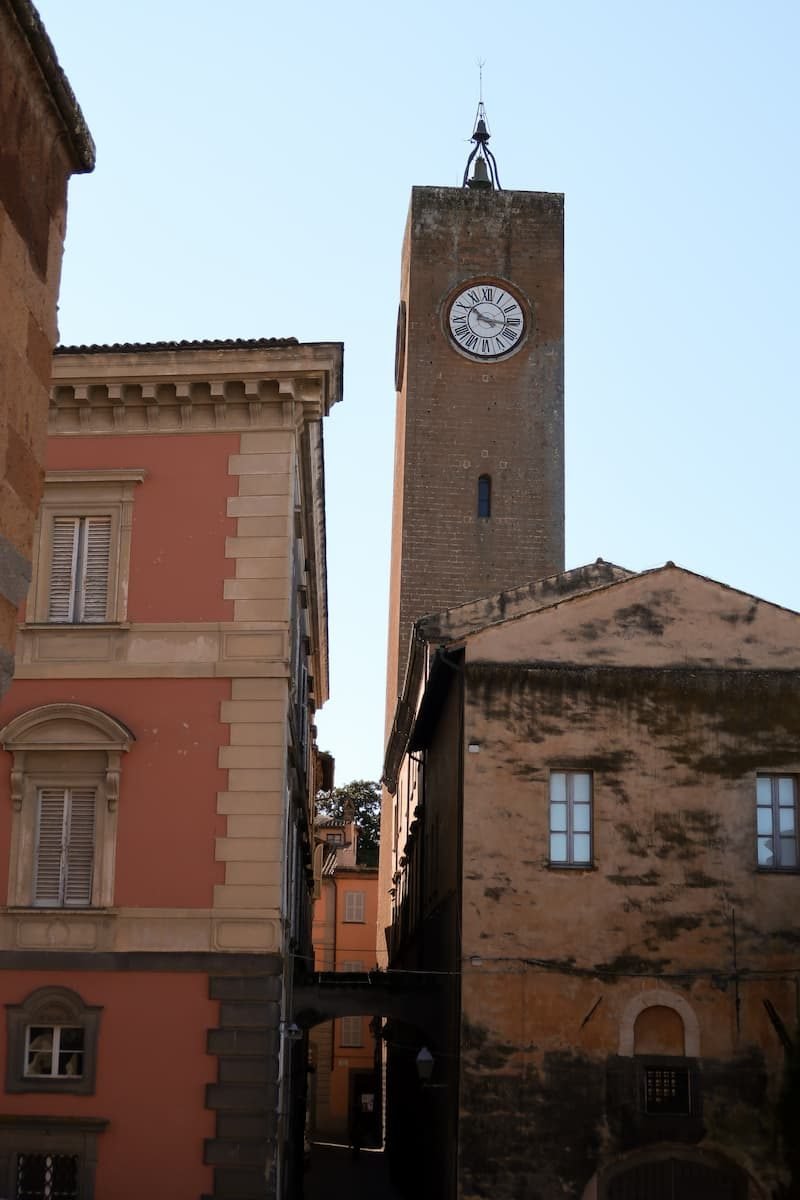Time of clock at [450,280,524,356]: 10:16
